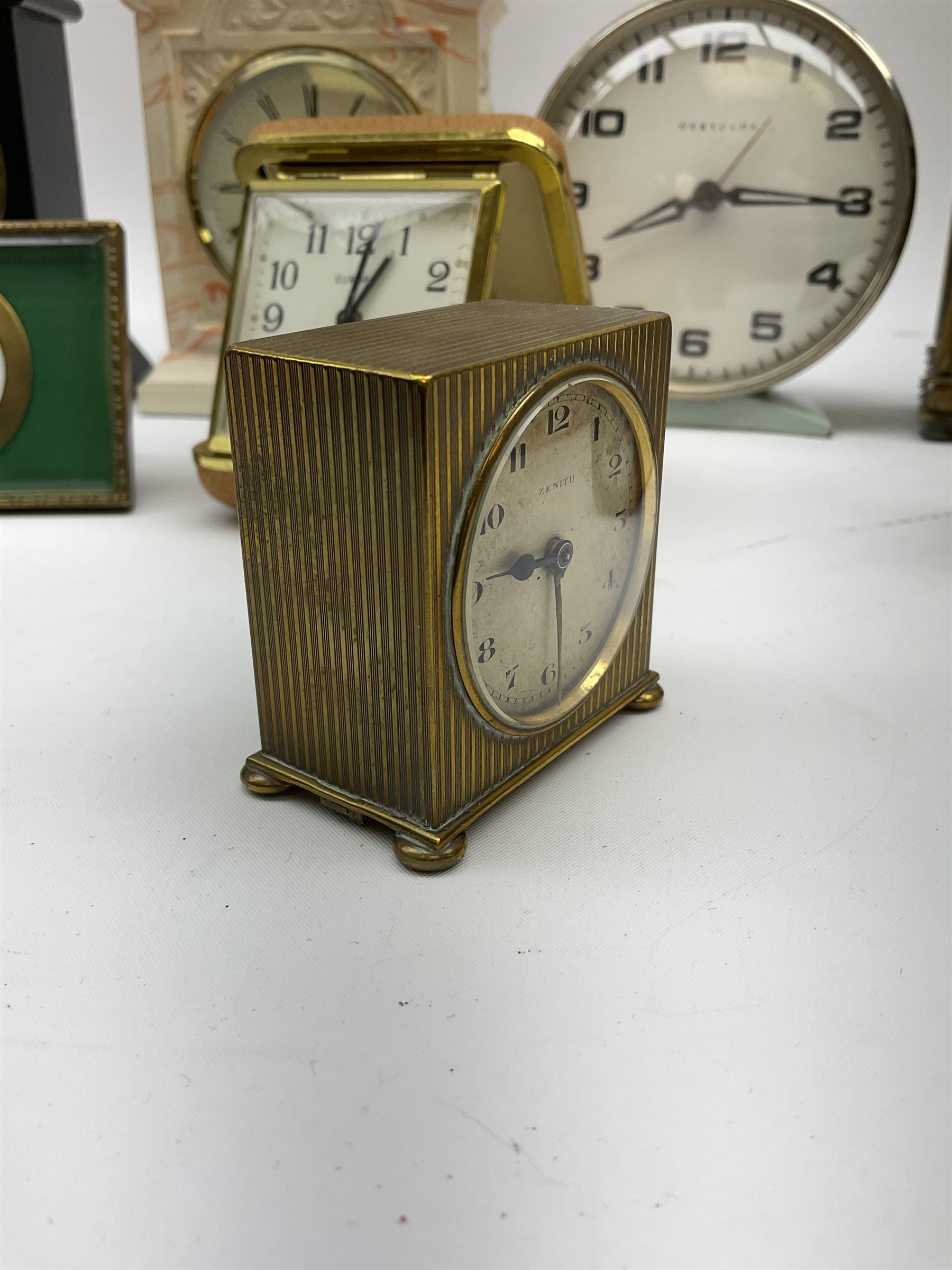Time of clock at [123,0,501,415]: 1:02
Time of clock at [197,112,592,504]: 1:02
